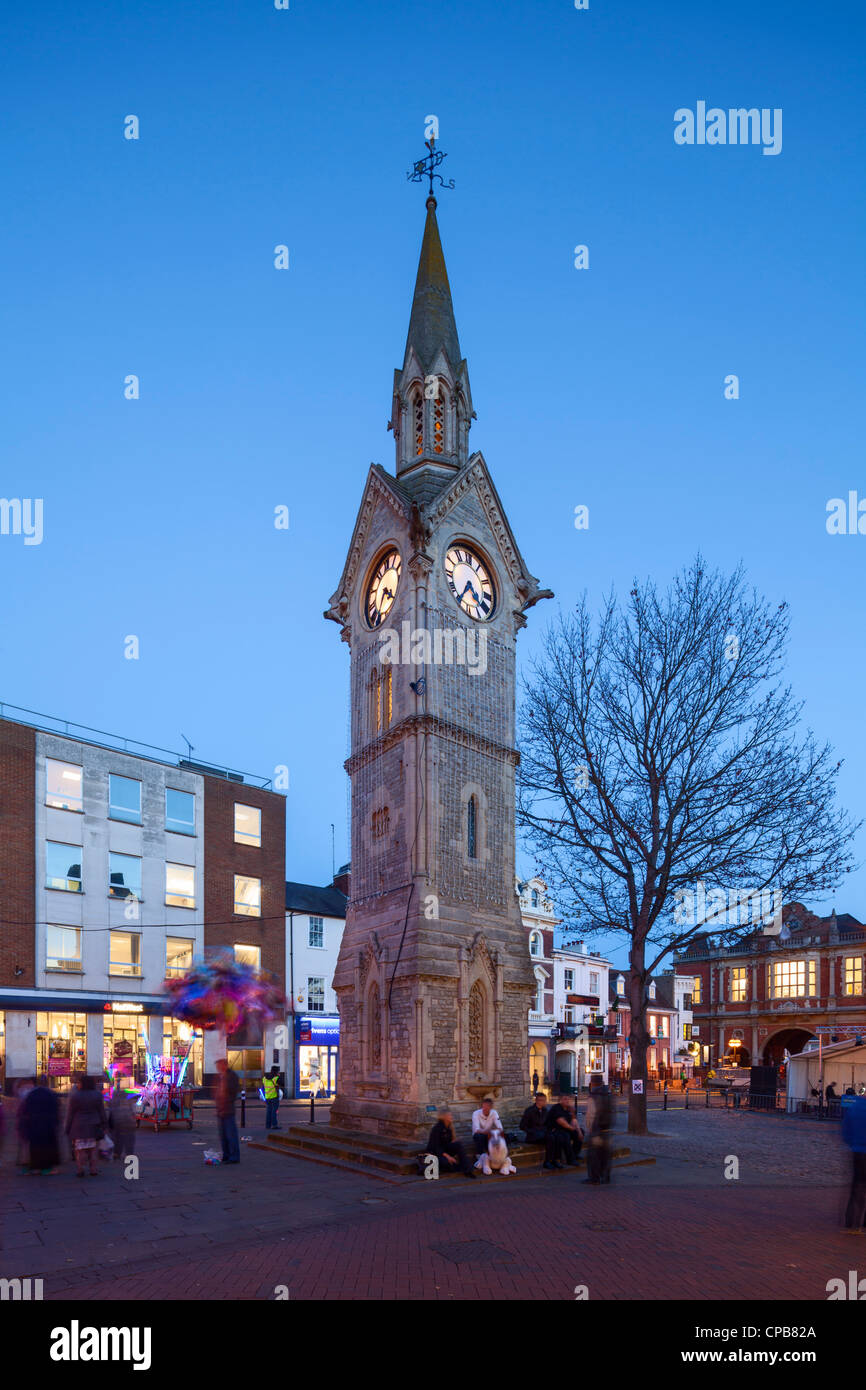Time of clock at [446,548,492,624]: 4:35
